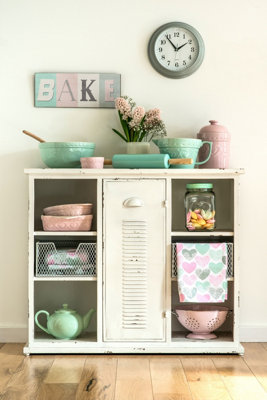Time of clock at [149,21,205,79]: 1:53
